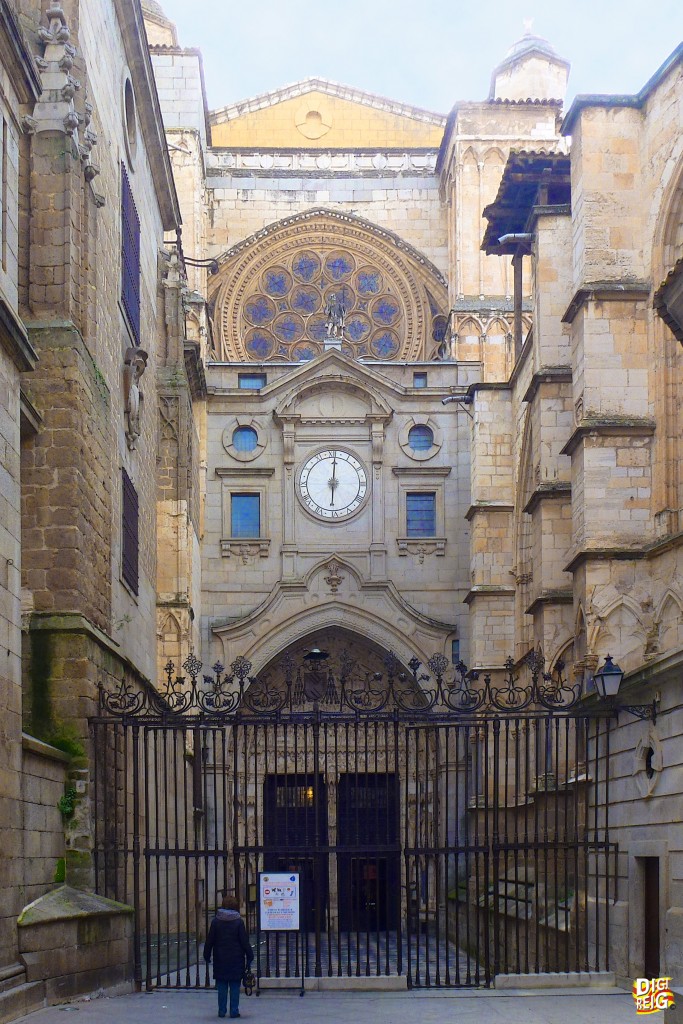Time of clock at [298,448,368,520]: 6:00
